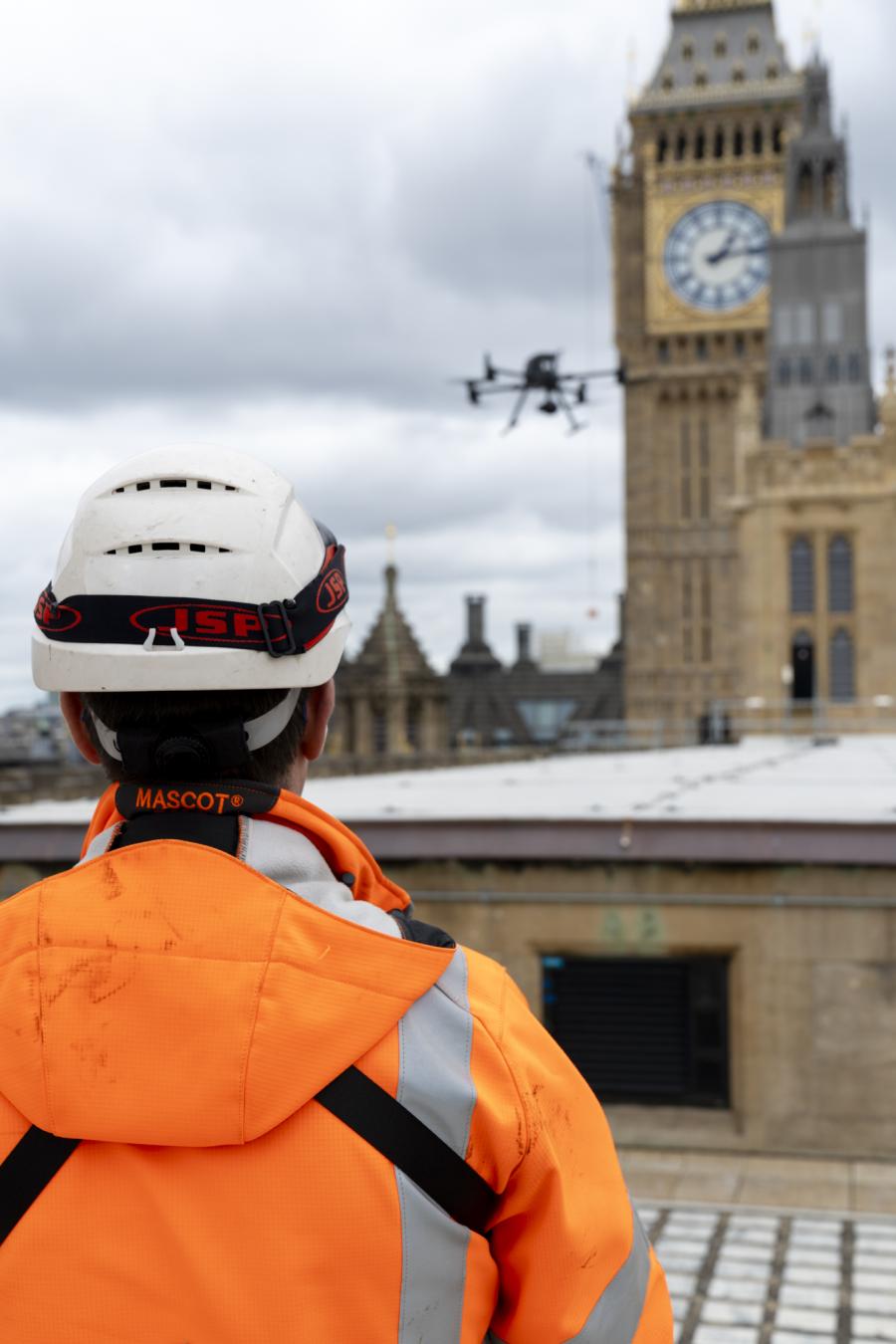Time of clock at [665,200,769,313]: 1:13
